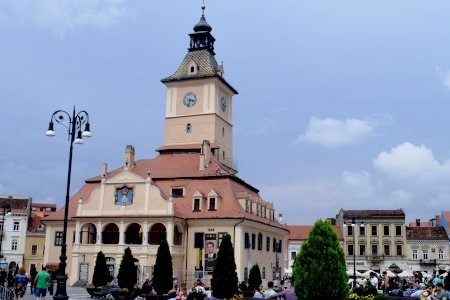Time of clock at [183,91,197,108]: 3:32
